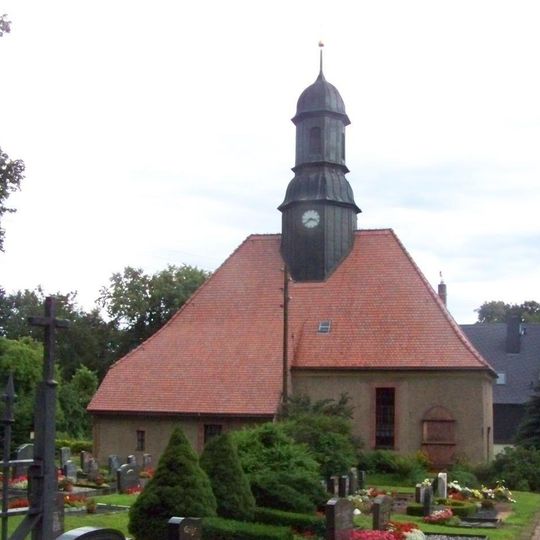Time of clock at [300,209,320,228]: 3:39
